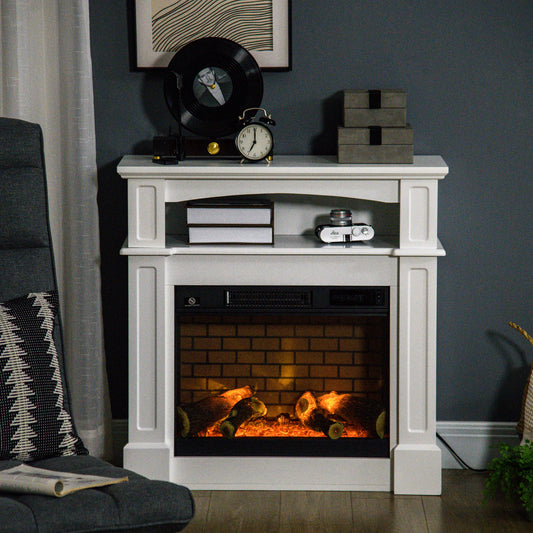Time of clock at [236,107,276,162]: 7:00
